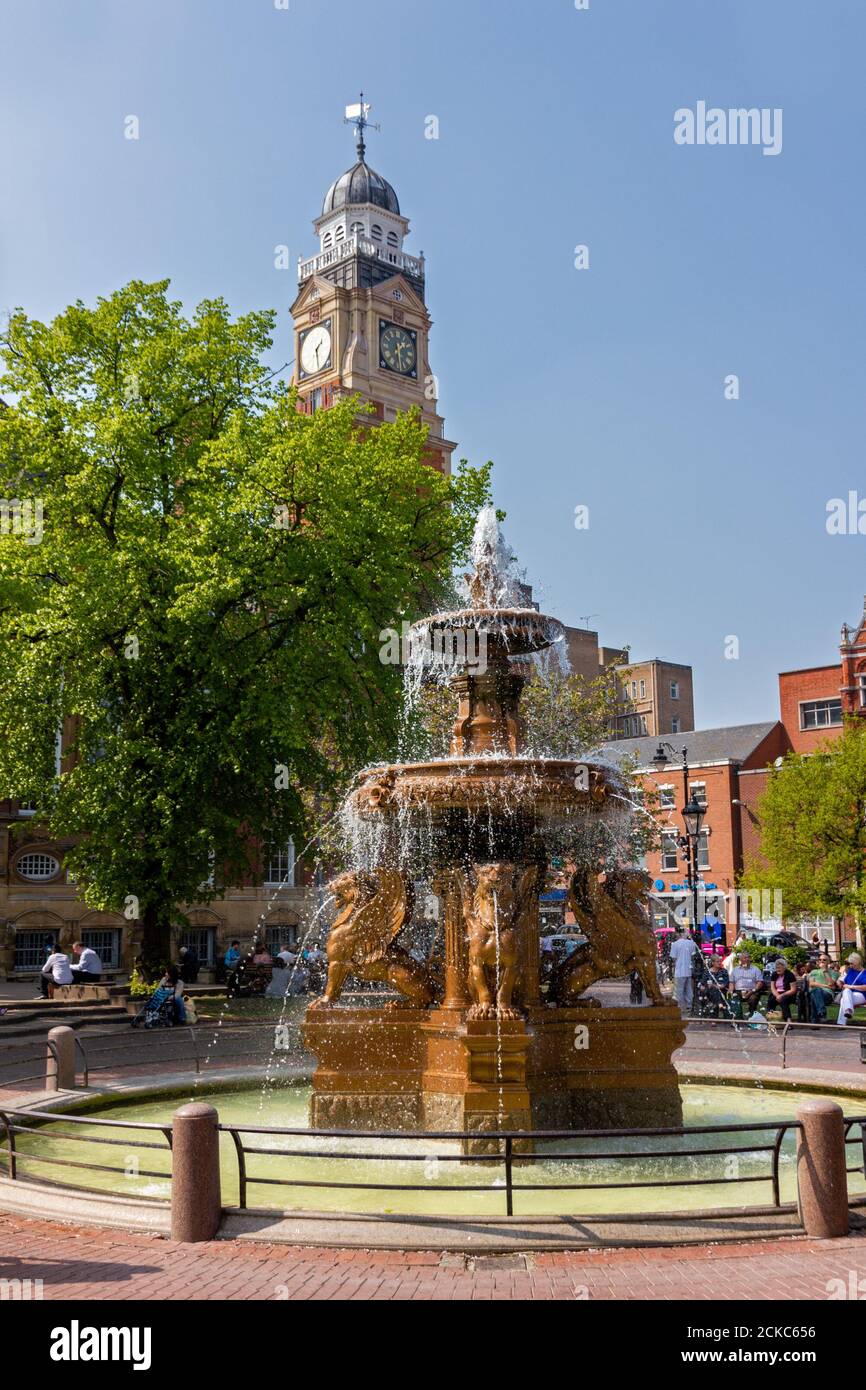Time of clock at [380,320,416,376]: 1:28
